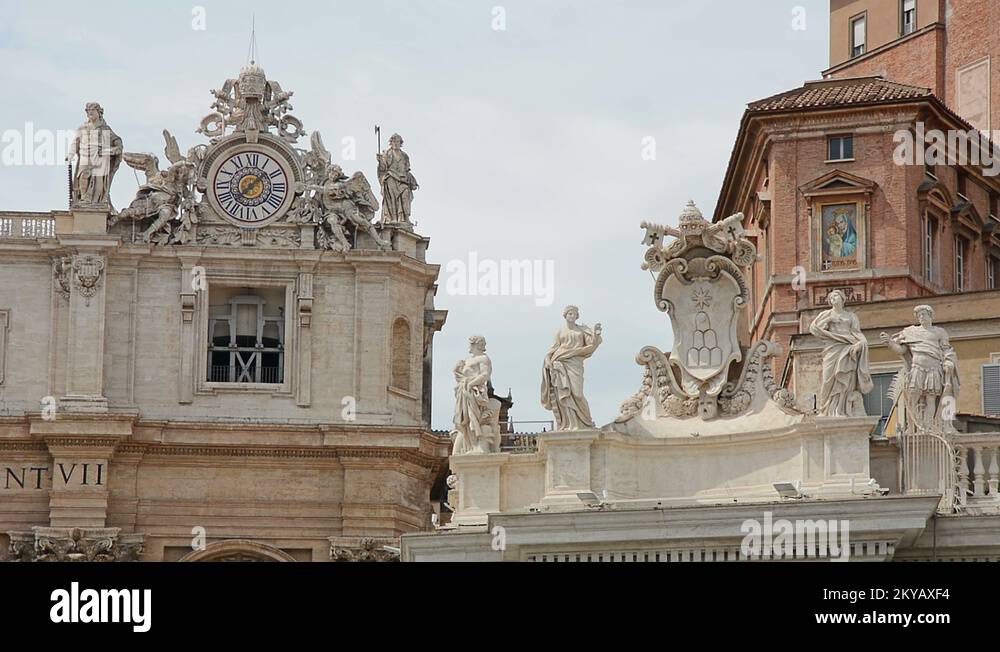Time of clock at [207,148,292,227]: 1:36
